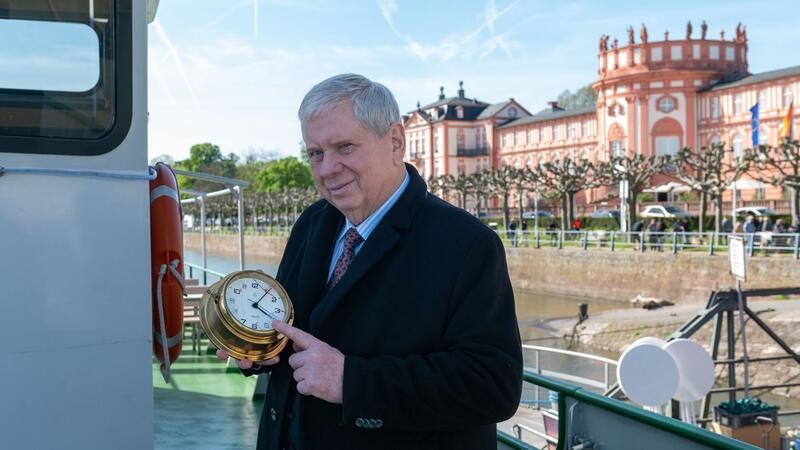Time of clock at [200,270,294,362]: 4:05
